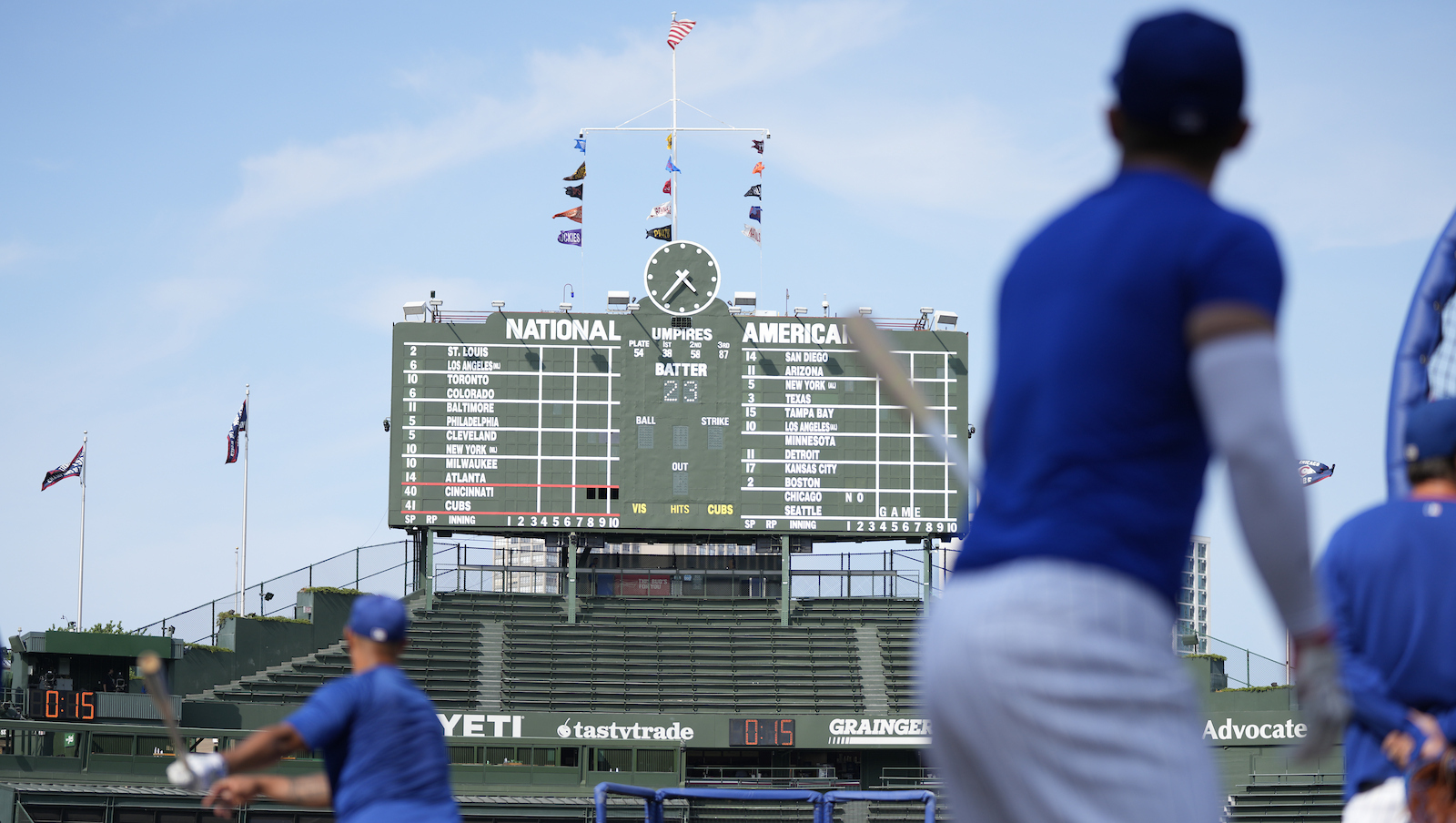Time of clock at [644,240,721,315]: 4:36
